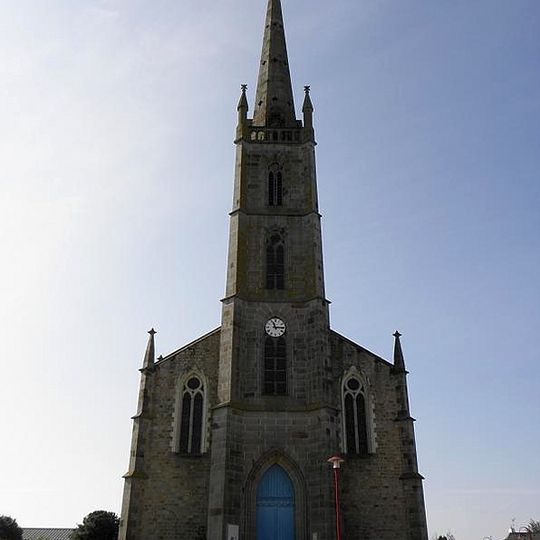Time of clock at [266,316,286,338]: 11:14
